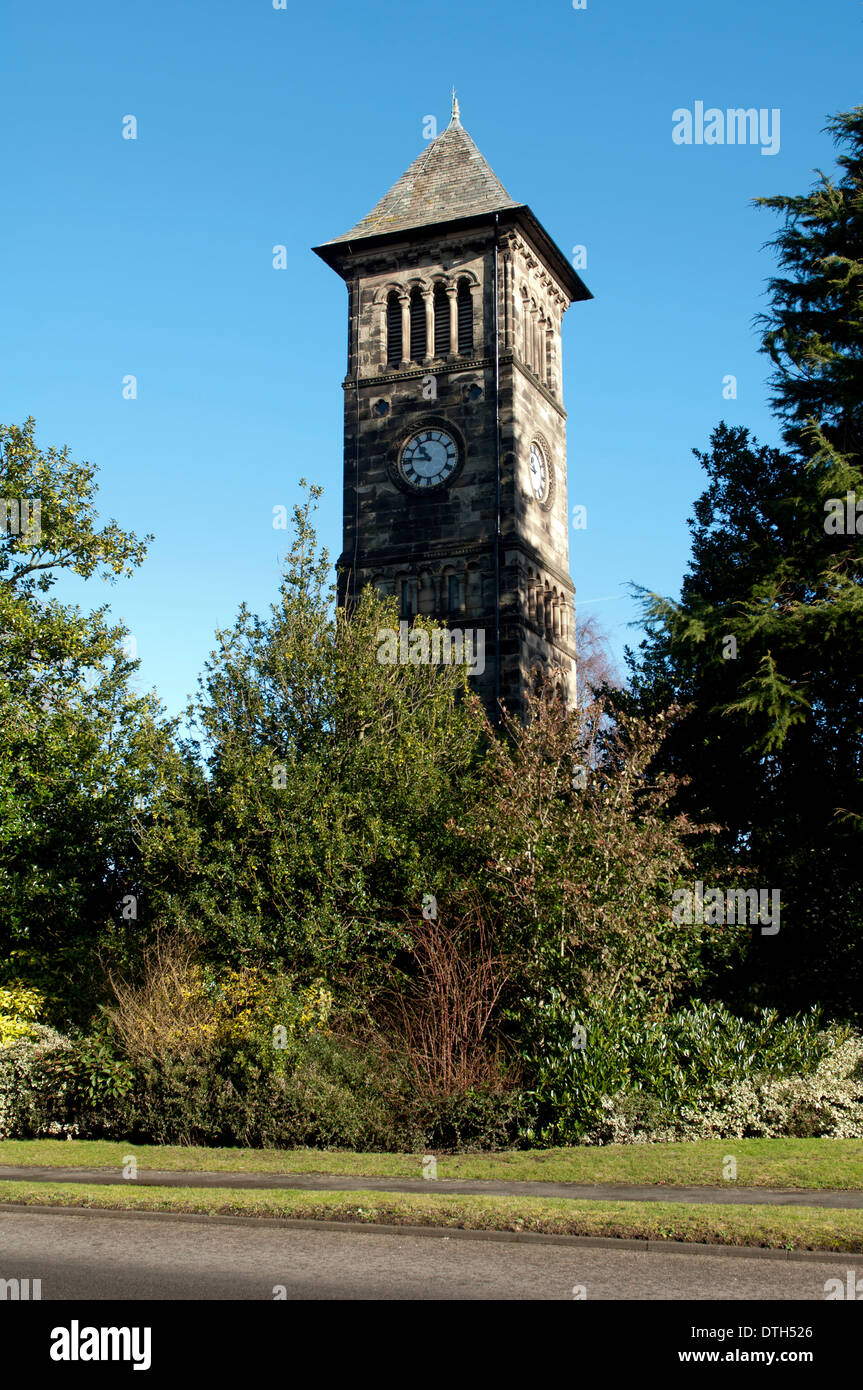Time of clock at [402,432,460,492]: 10:45
